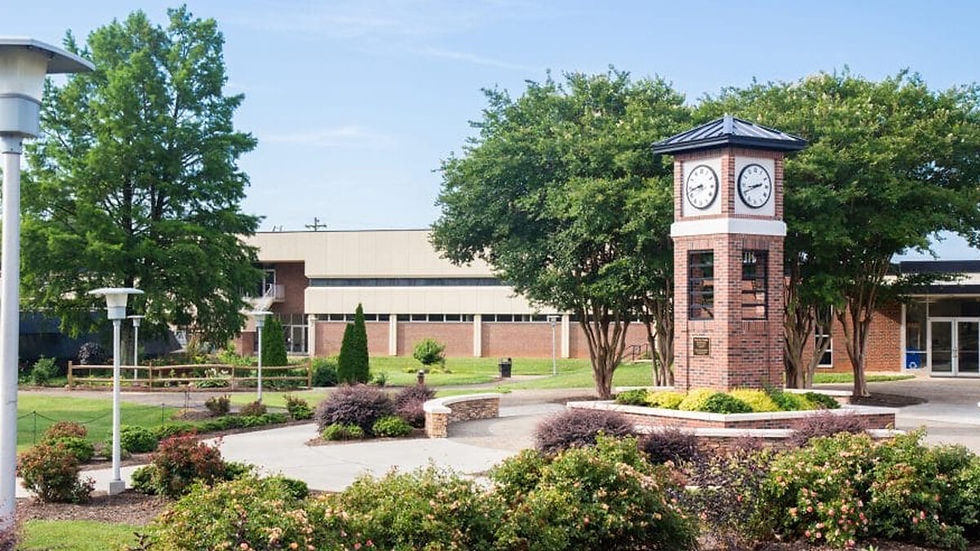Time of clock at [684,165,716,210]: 8:42
